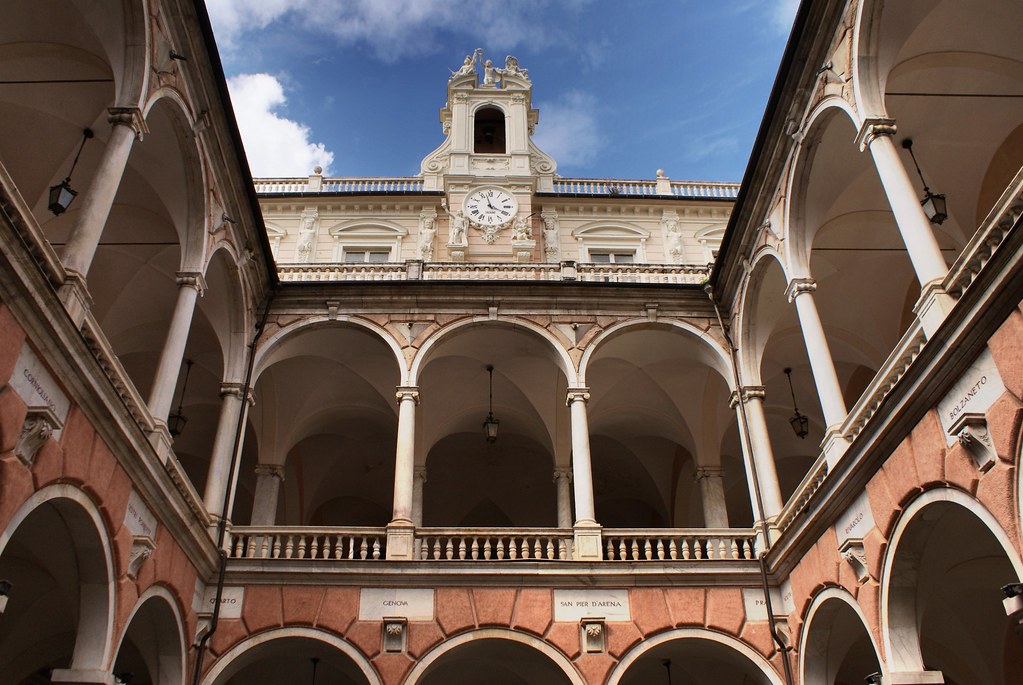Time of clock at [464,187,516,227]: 3:57
